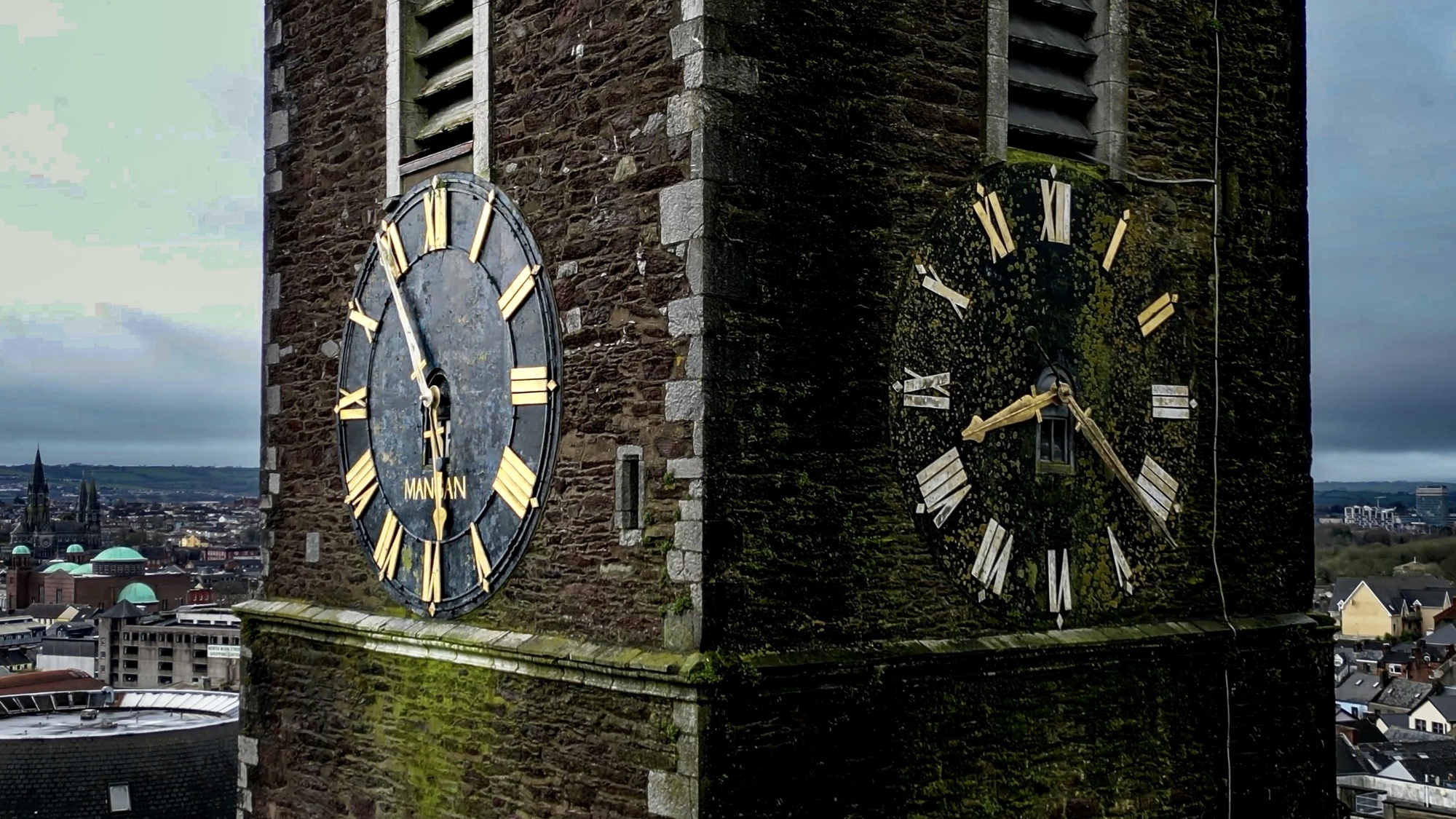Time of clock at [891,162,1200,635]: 8:21
